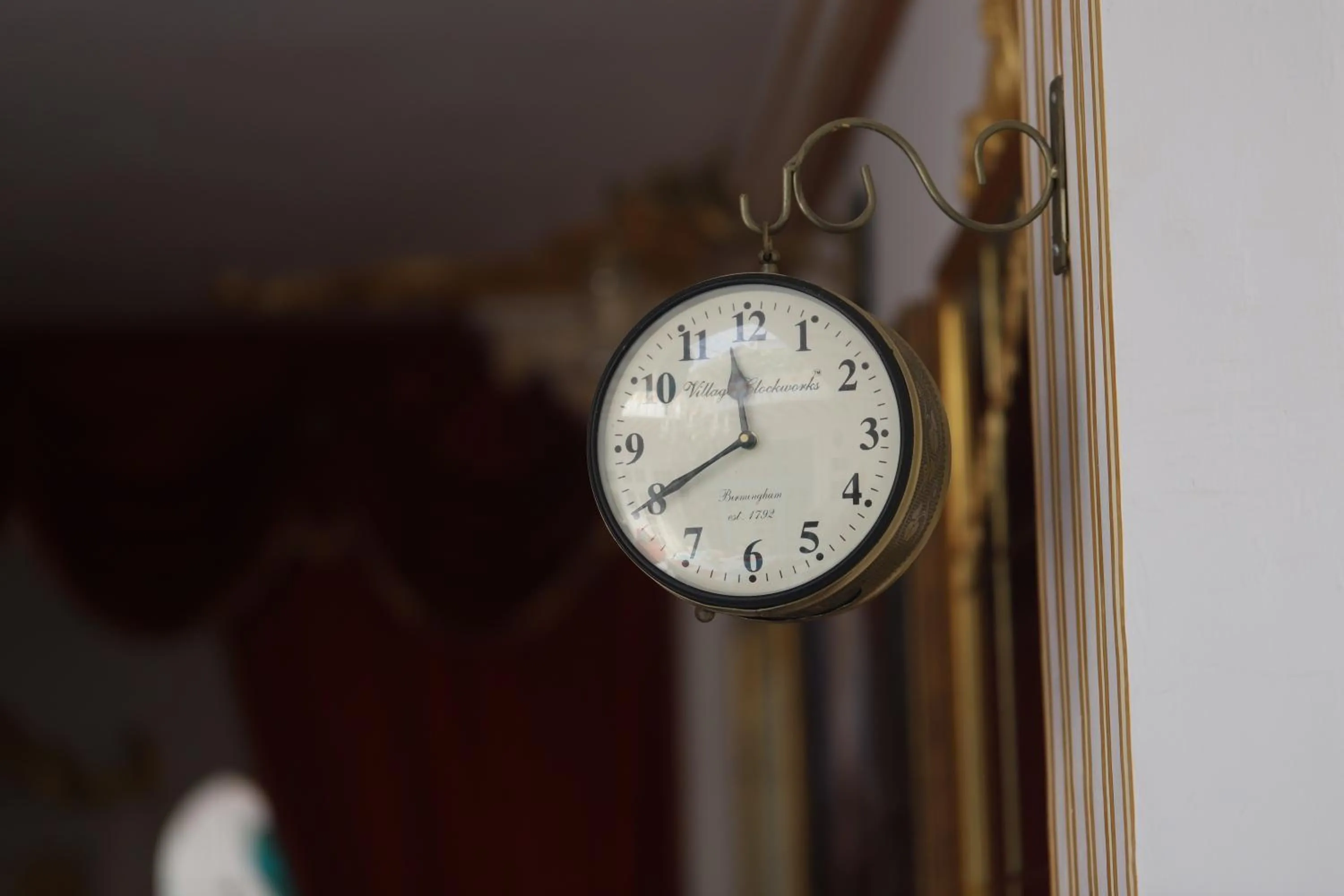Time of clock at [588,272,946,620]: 11:40
